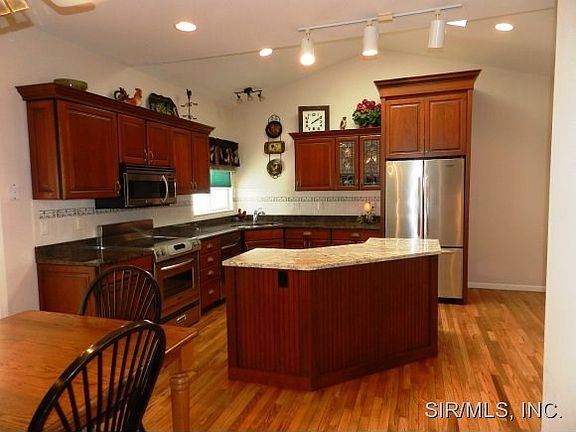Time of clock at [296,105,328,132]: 2:09
